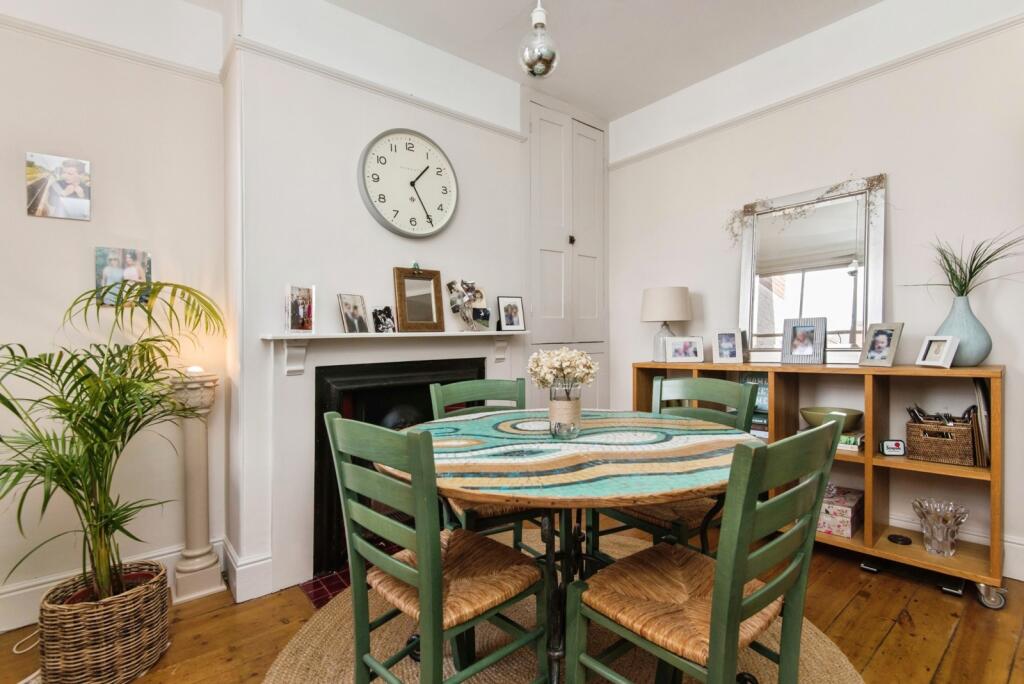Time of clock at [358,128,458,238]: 1:24
